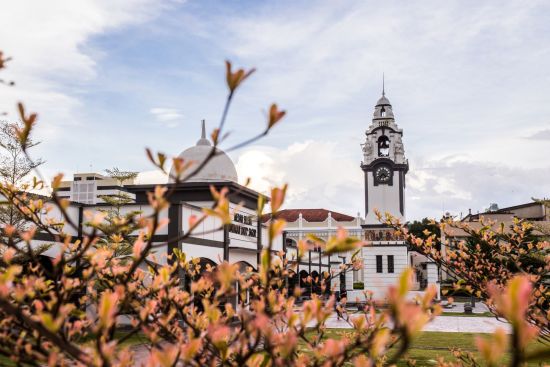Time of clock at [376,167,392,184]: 4:37
